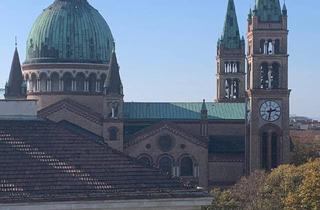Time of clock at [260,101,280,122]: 2:31
